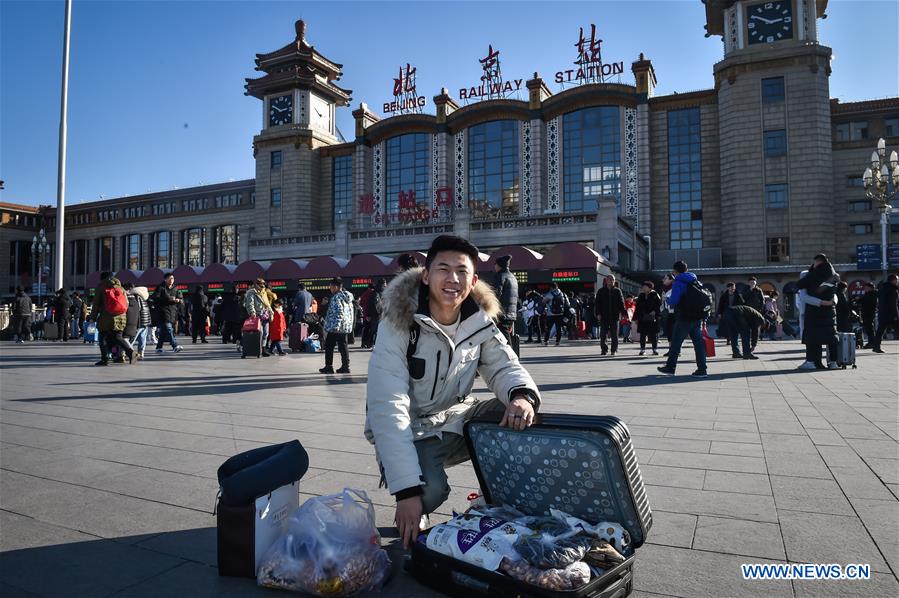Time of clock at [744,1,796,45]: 2:50
